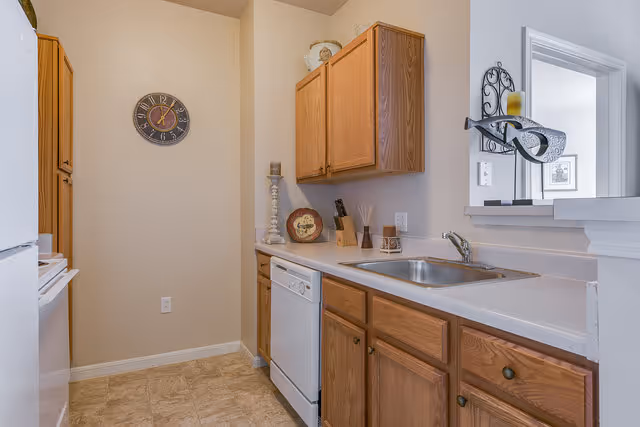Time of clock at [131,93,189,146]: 7:06
